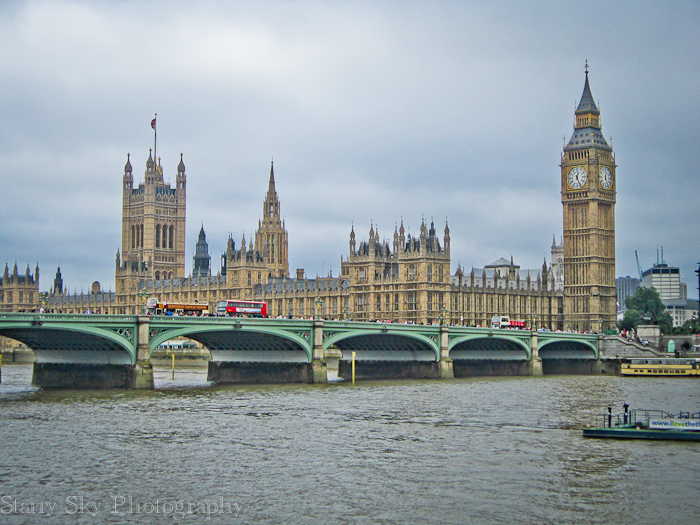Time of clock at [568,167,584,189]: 12:26
